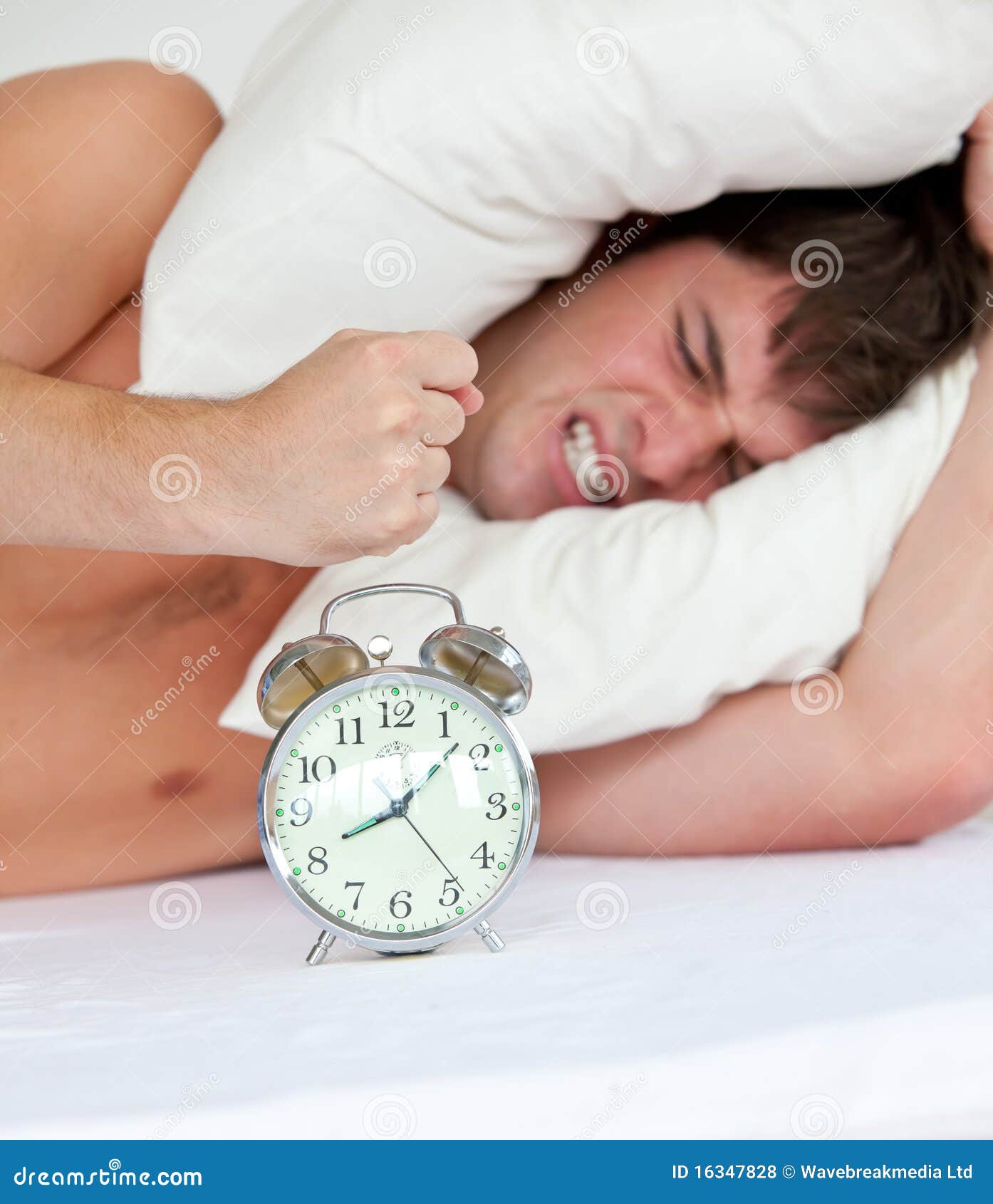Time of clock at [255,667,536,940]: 8:07
